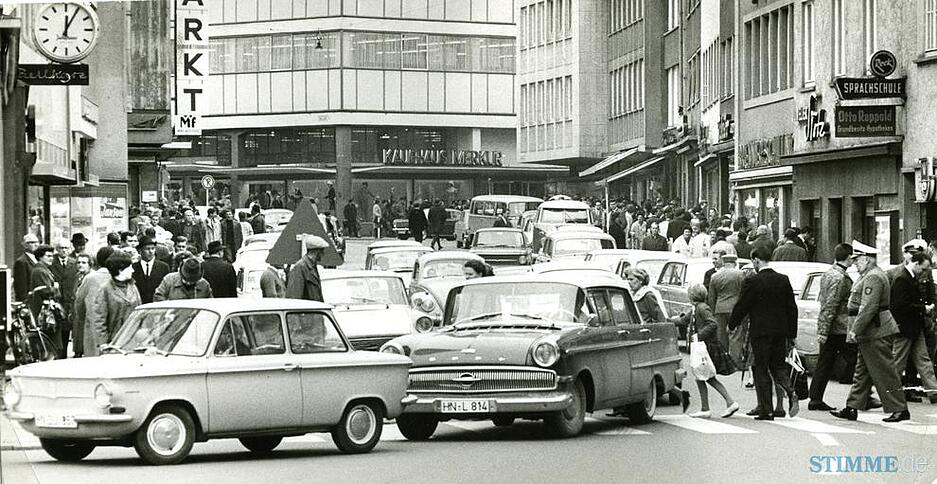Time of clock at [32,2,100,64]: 12:04
